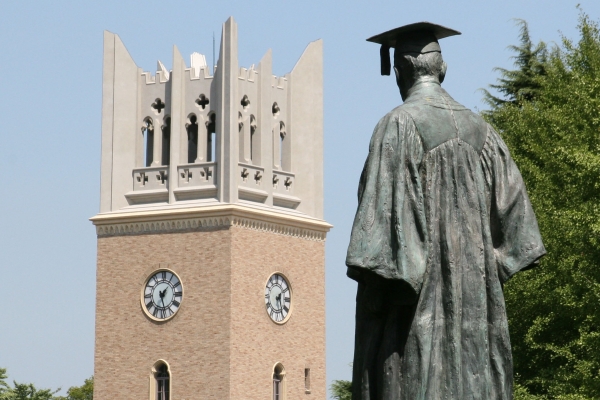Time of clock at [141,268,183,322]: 1:28
